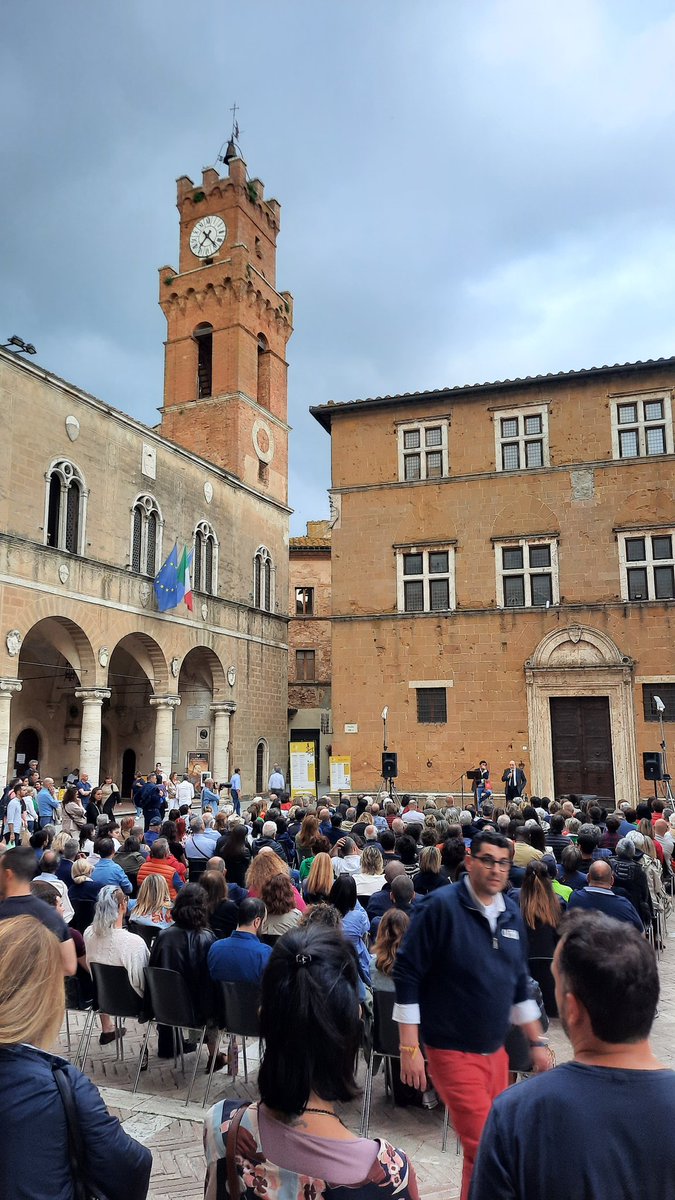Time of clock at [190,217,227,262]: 7:23
